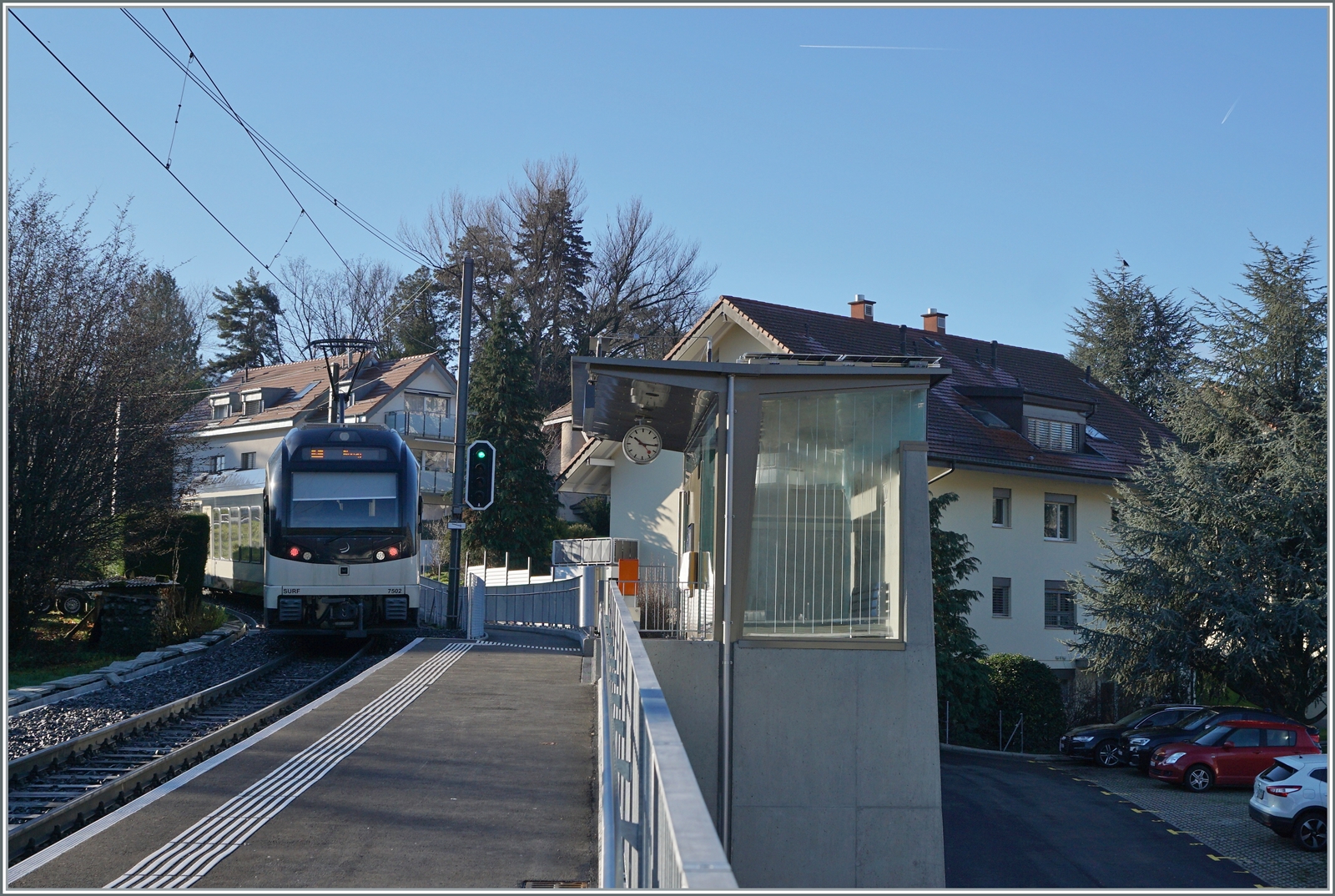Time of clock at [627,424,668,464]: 10:15
